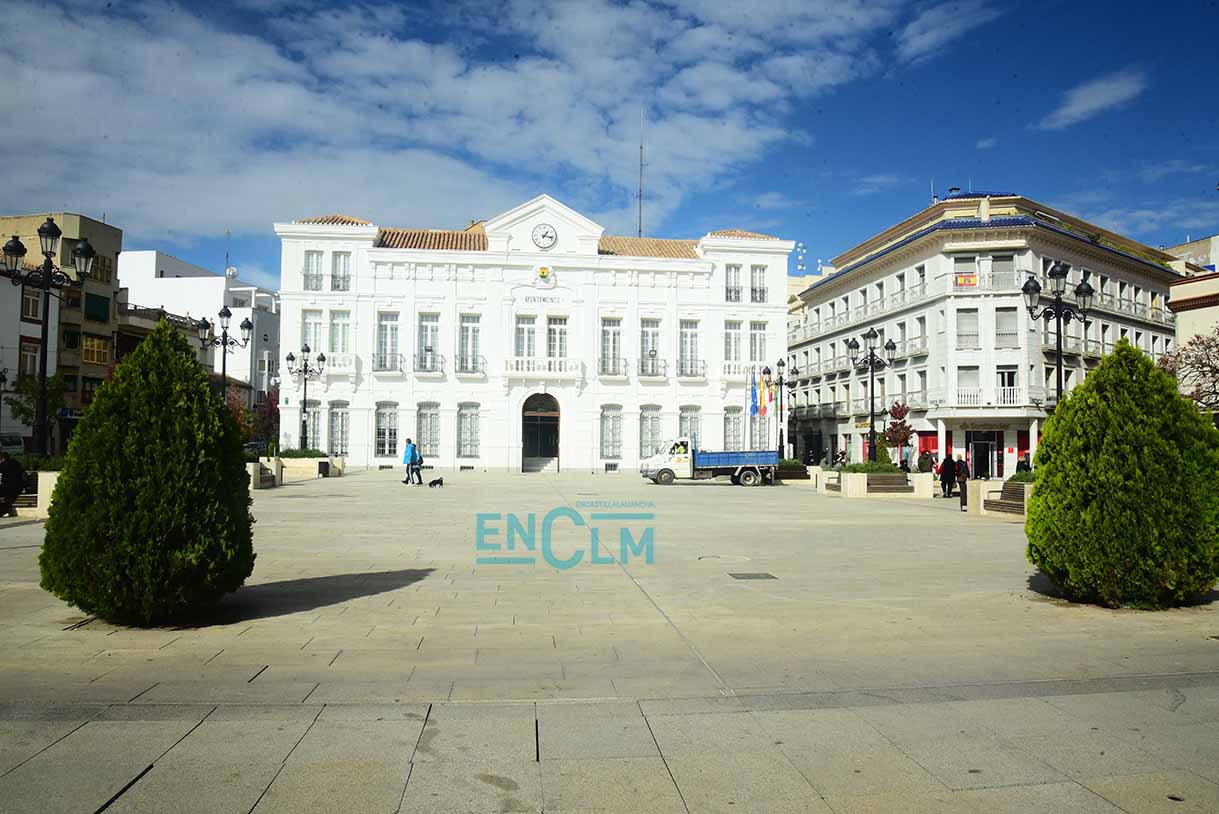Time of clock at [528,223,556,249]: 1:16
